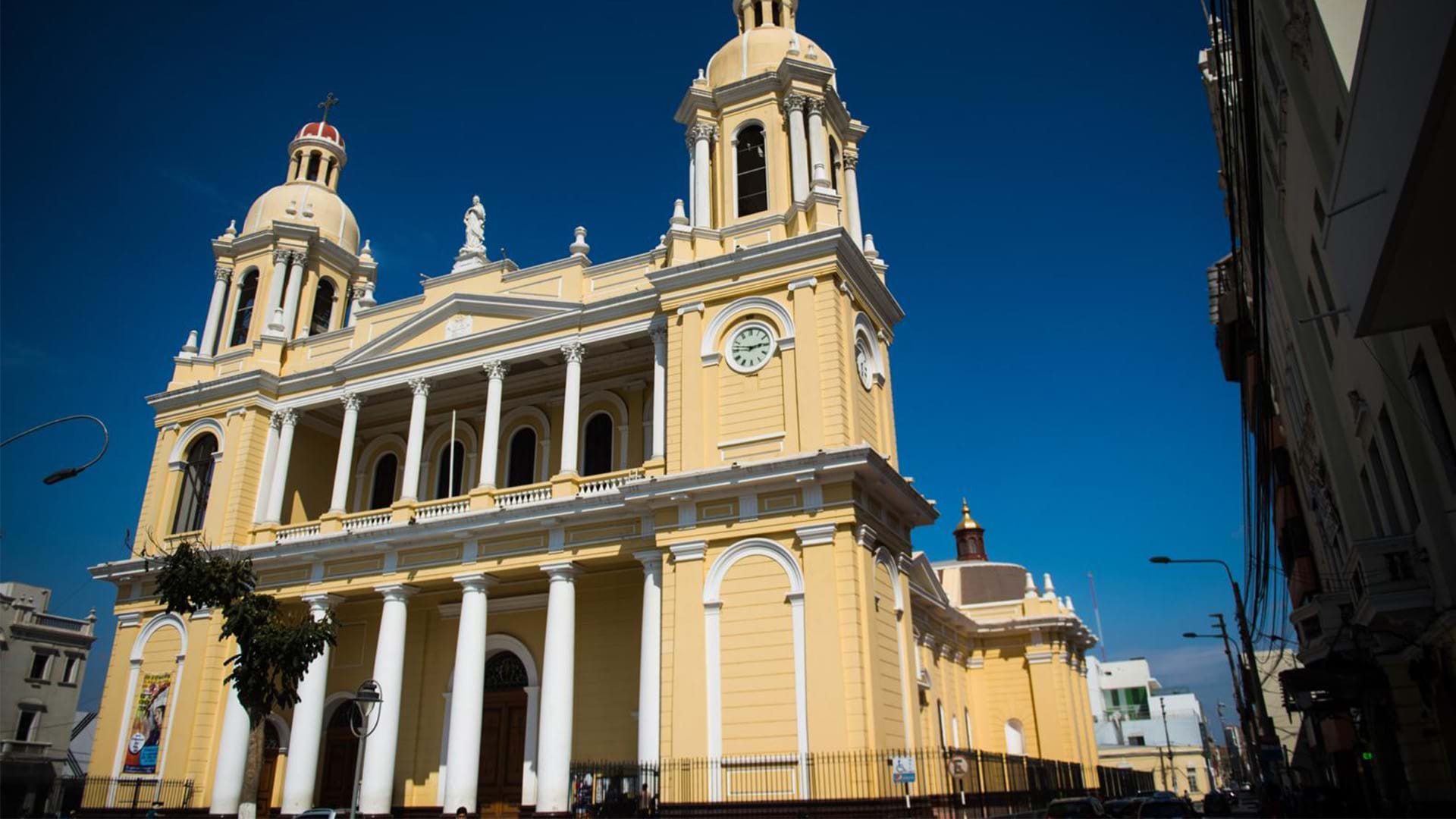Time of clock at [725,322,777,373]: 2:47
